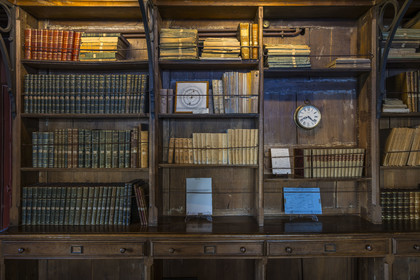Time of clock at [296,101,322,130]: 8:21
